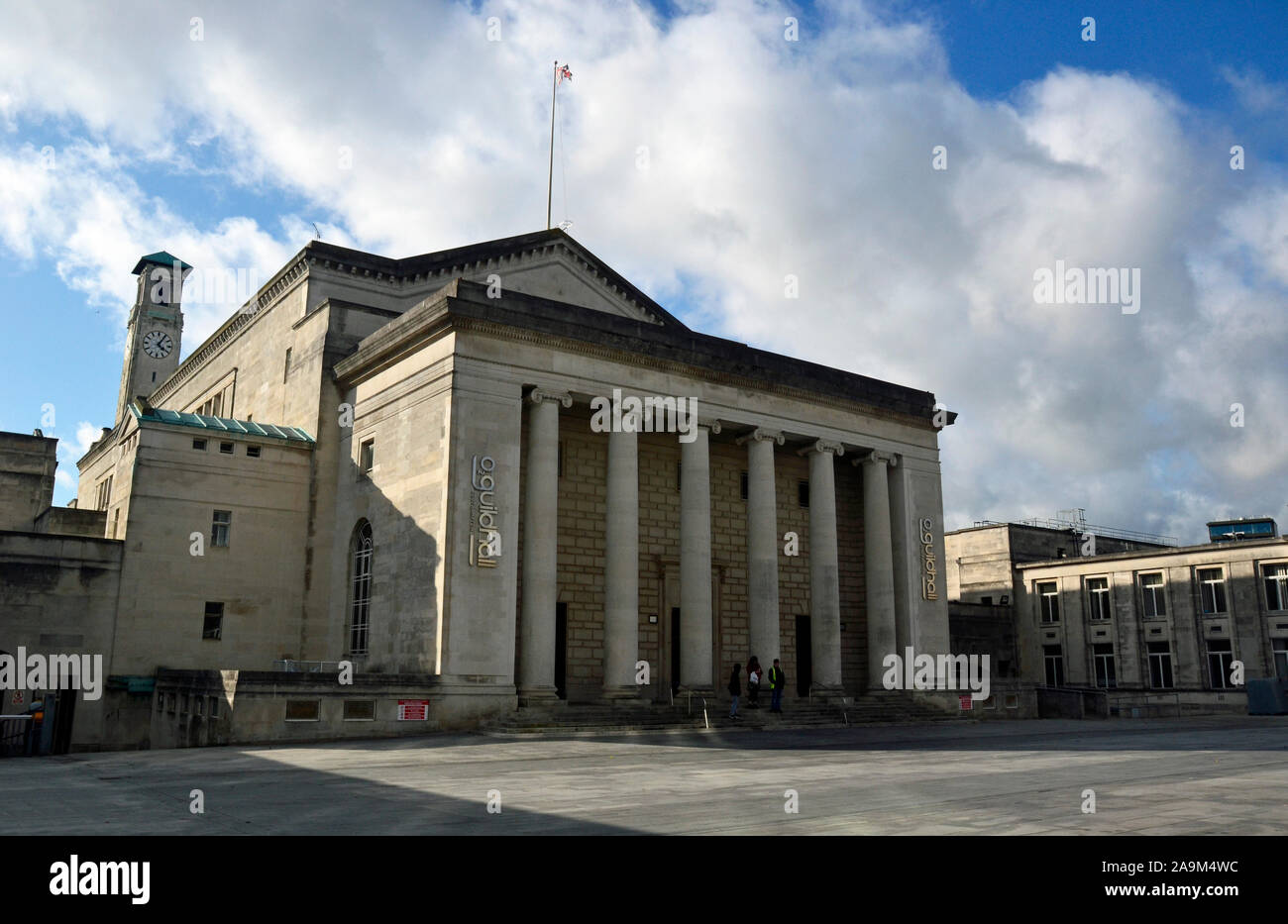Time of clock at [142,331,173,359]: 4:04
